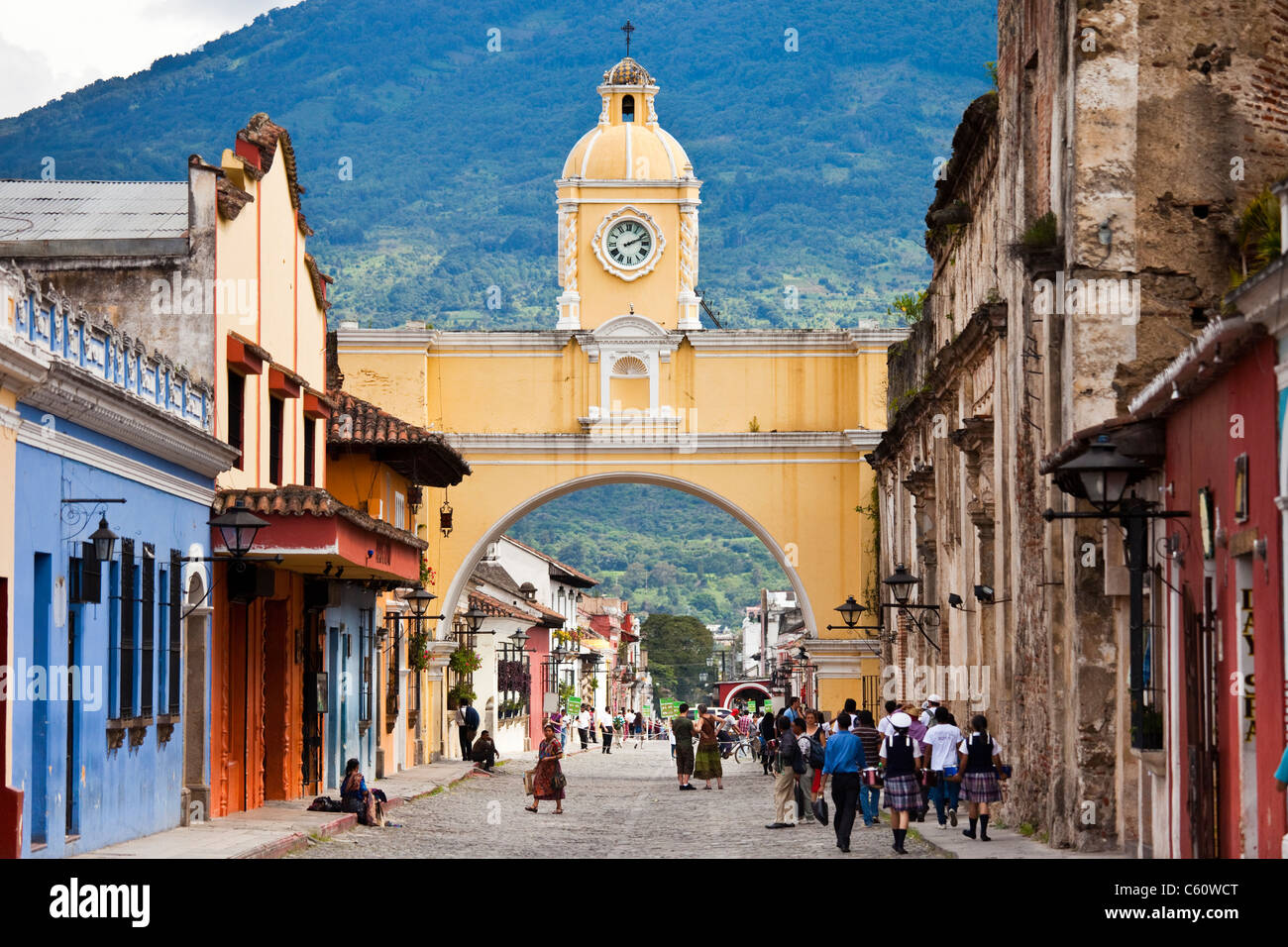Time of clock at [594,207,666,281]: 2:11
